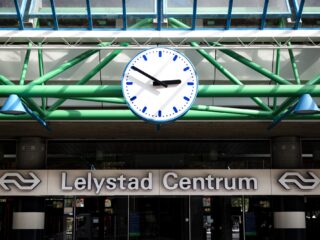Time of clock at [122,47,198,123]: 2:50
